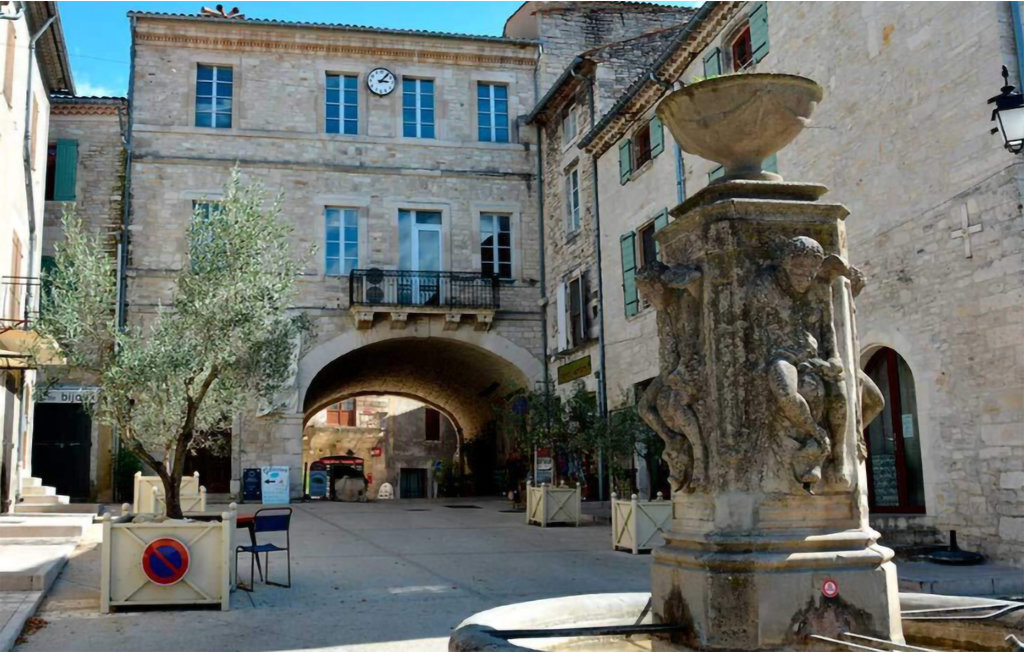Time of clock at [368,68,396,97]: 3:06
